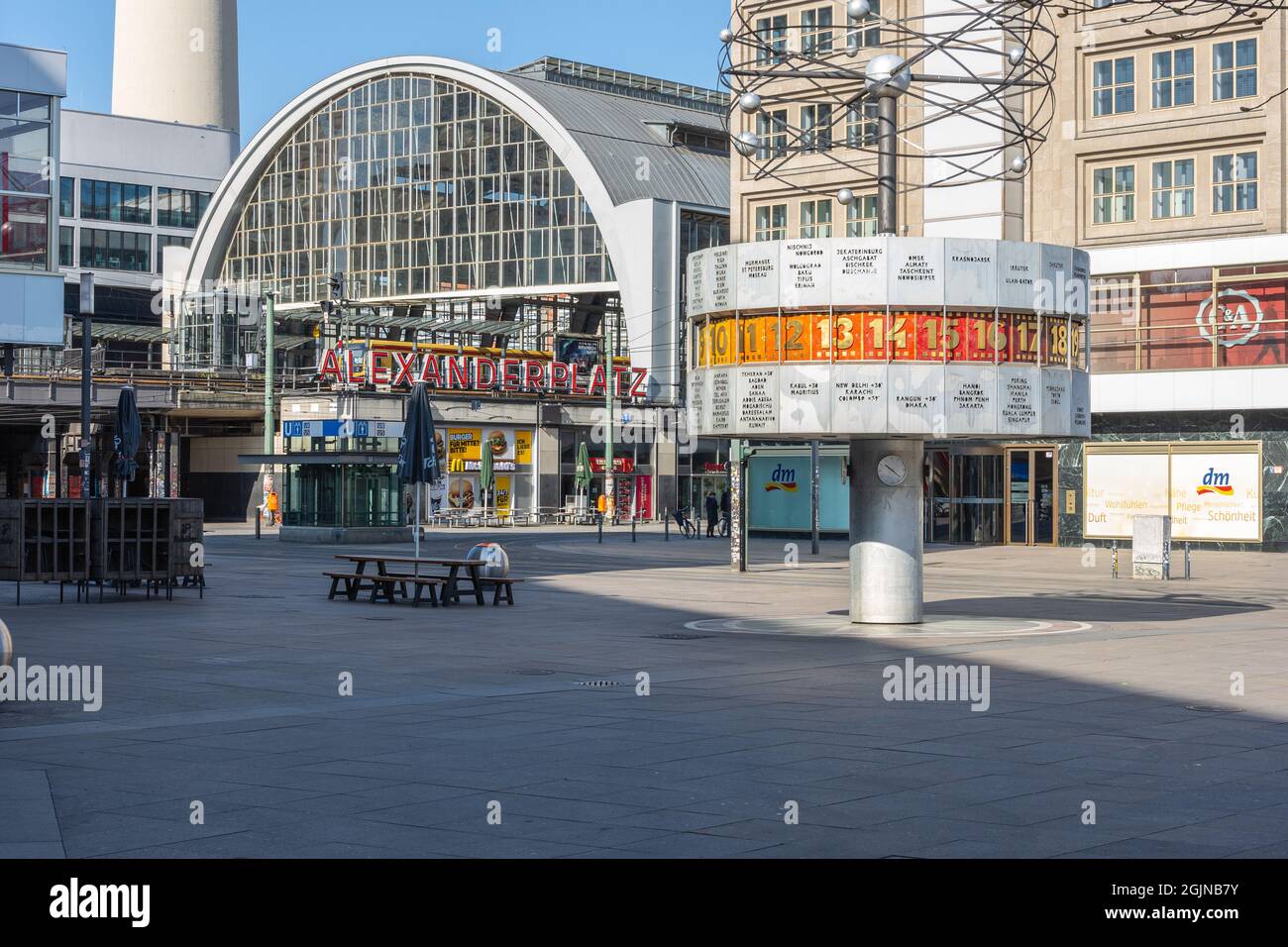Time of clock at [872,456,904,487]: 10:21
